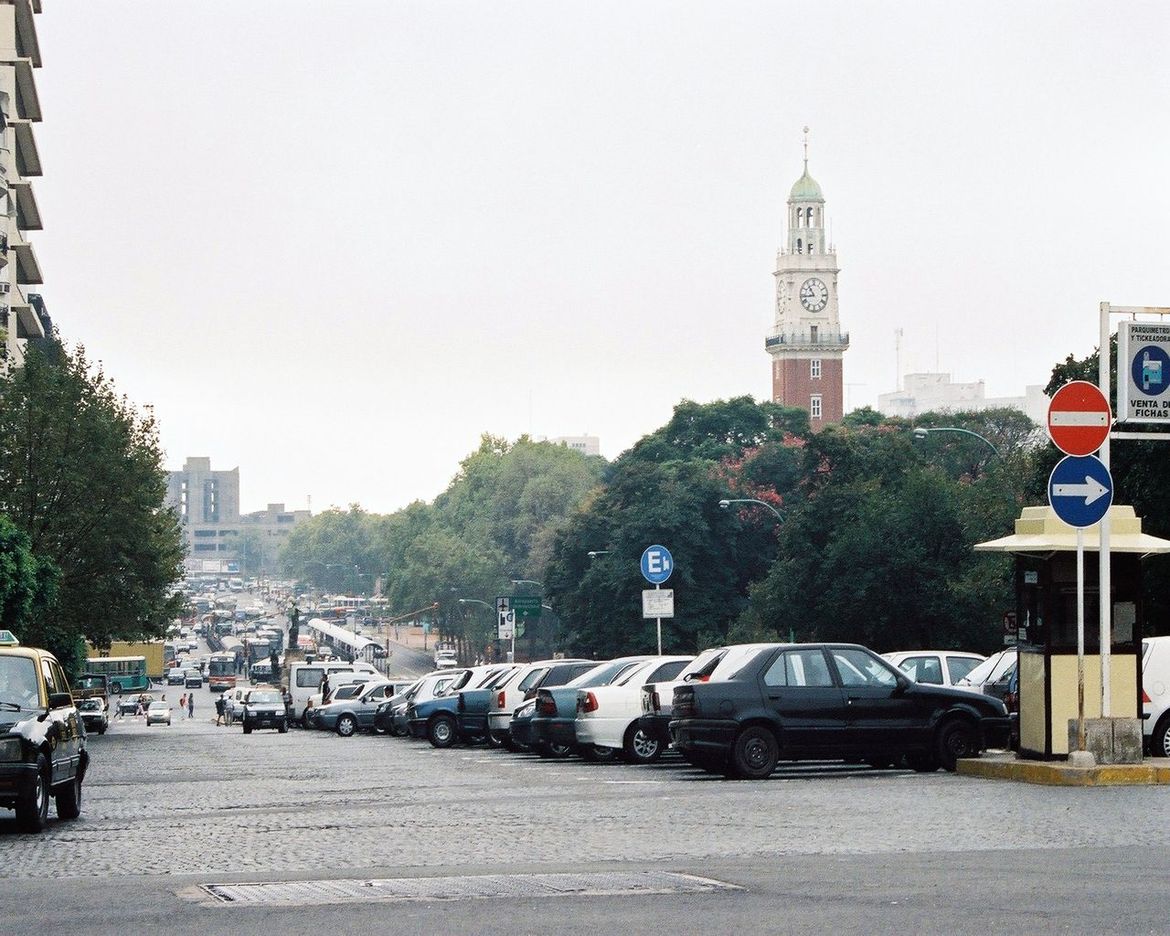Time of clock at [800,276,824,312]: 10:43
